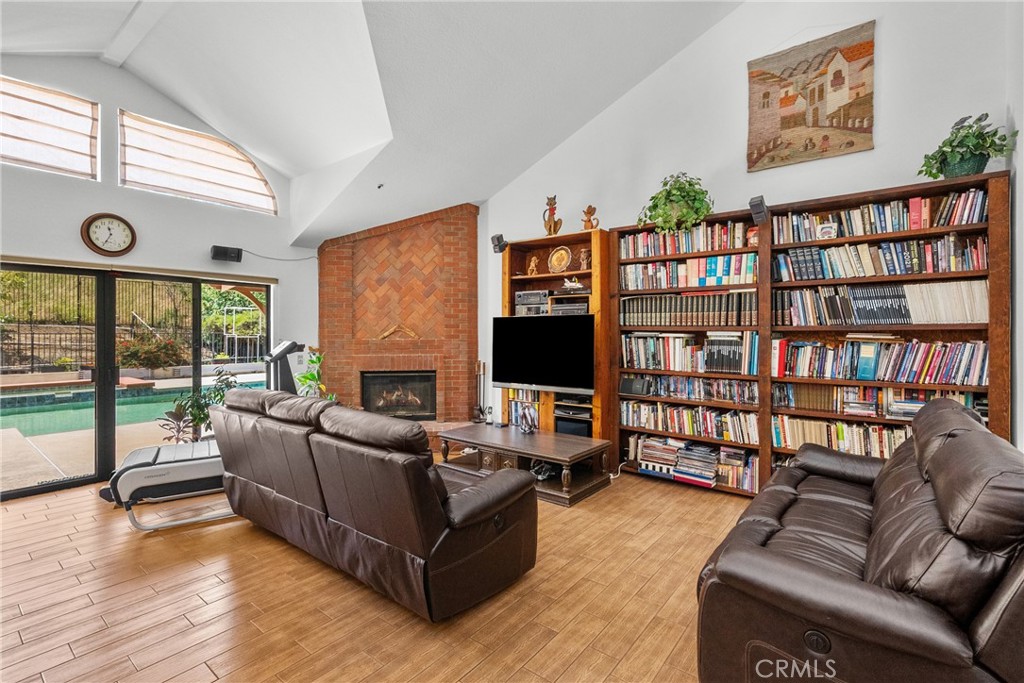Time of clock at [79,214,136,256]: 11:34
